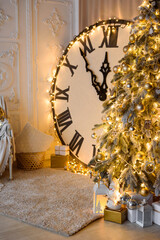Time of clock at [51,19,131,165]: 11:53
